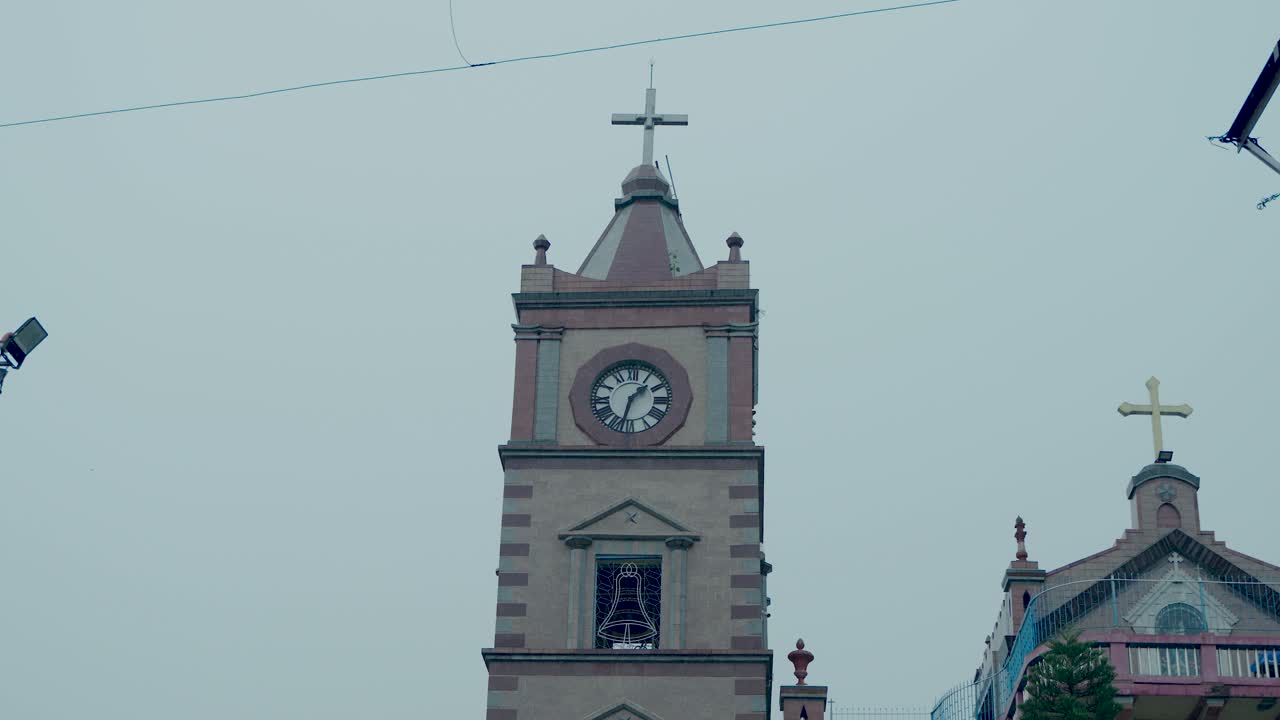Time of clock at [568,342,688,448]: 1:32
